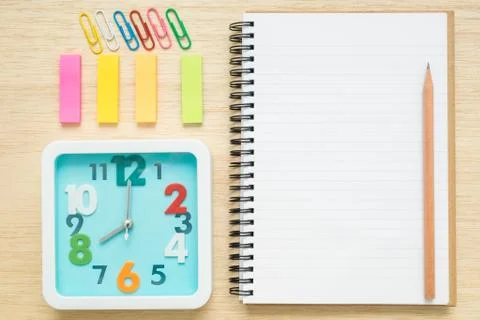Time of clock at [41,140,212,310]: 8:00
